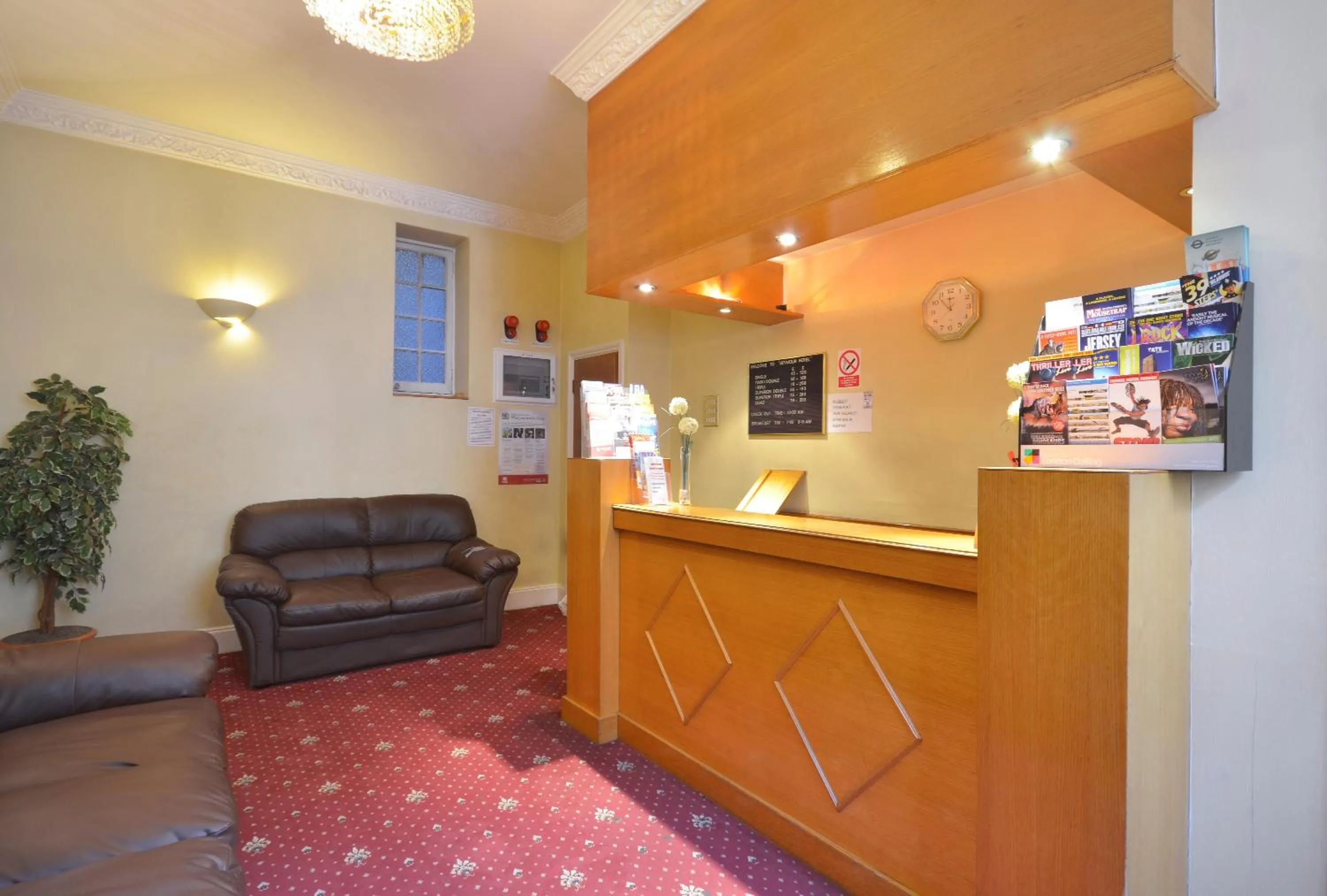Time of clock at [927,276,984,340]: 11:52
